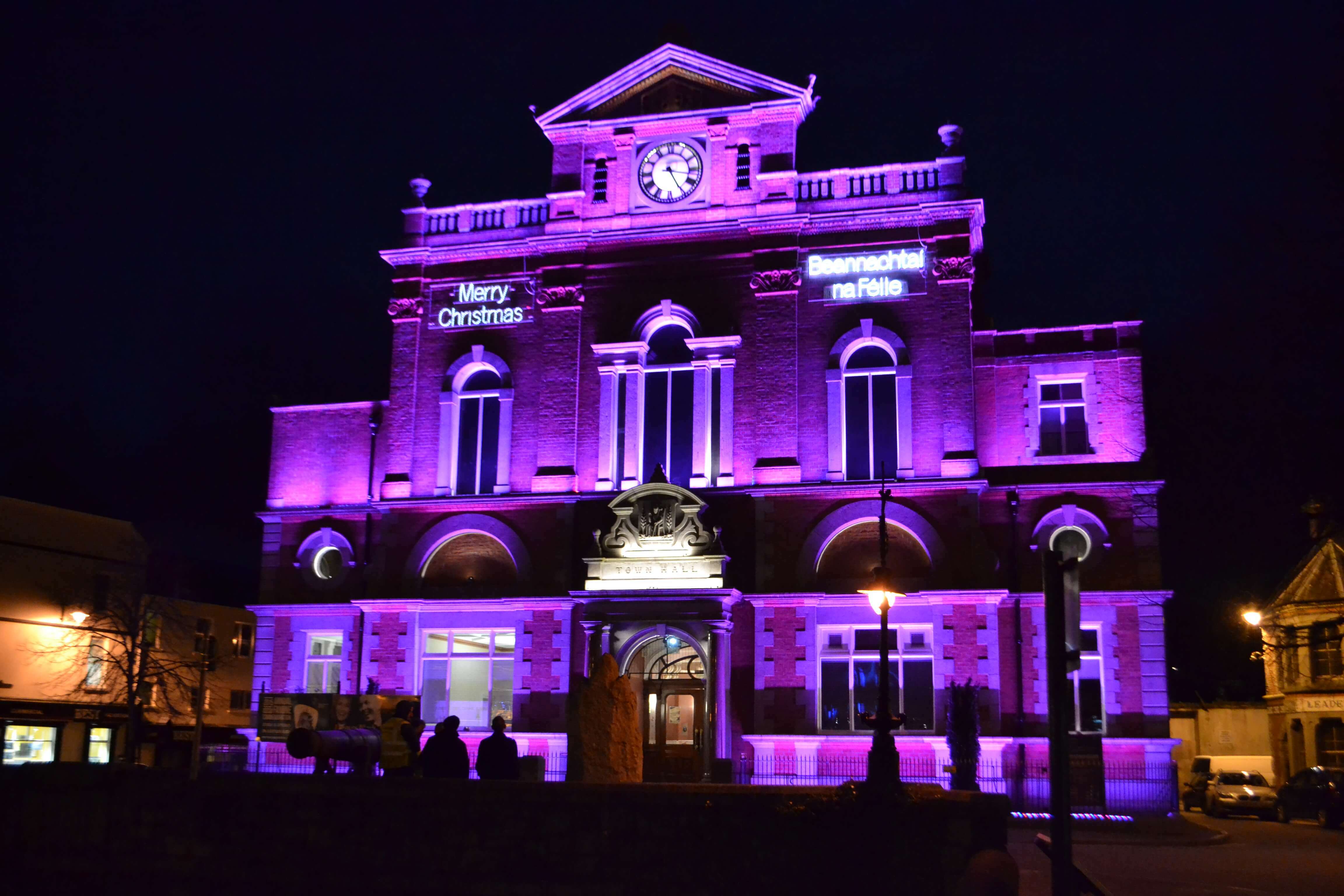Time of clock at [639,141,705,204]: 3:25
